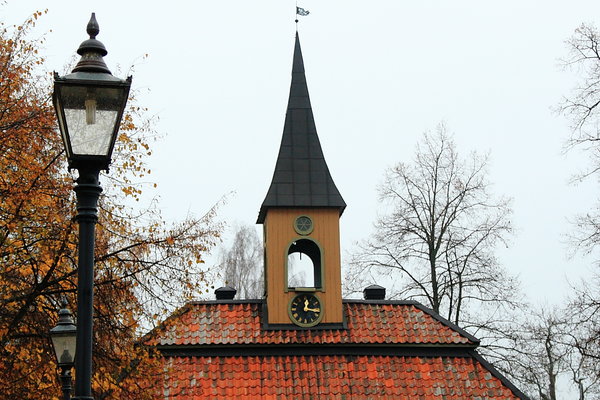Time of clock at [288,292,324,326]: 12:16
